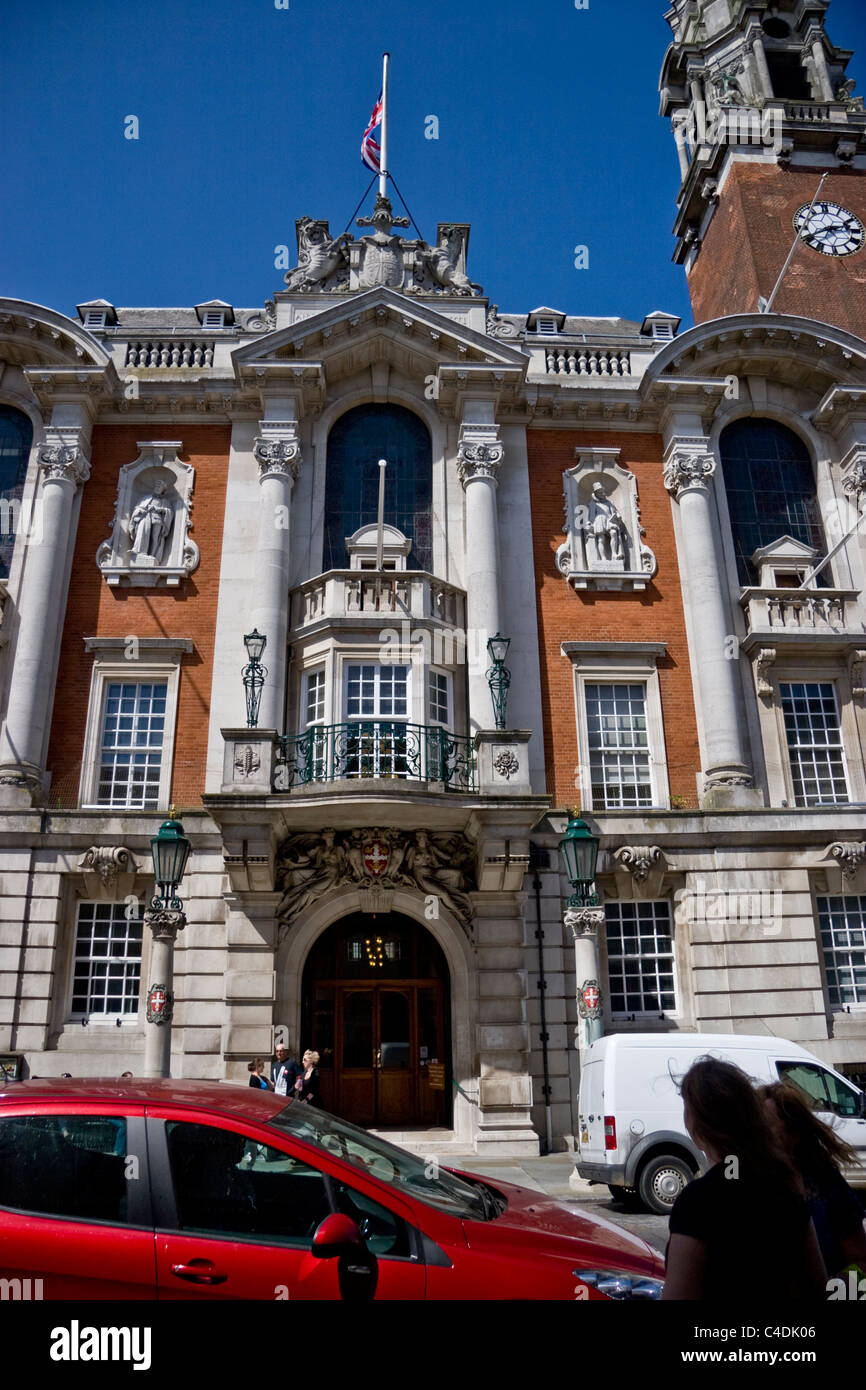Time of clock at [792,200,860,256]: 2:40
